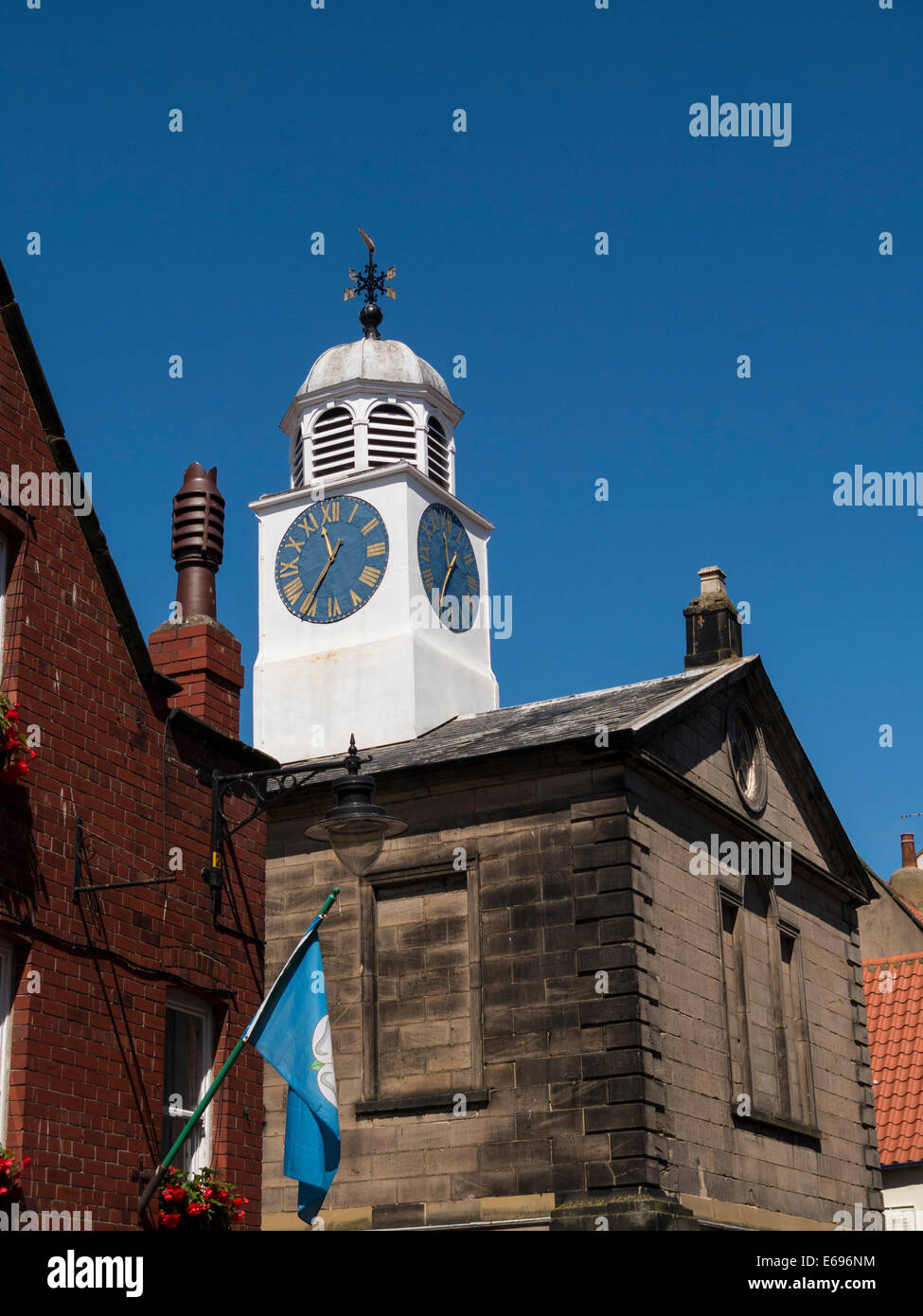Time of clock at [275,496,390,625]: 11:35
